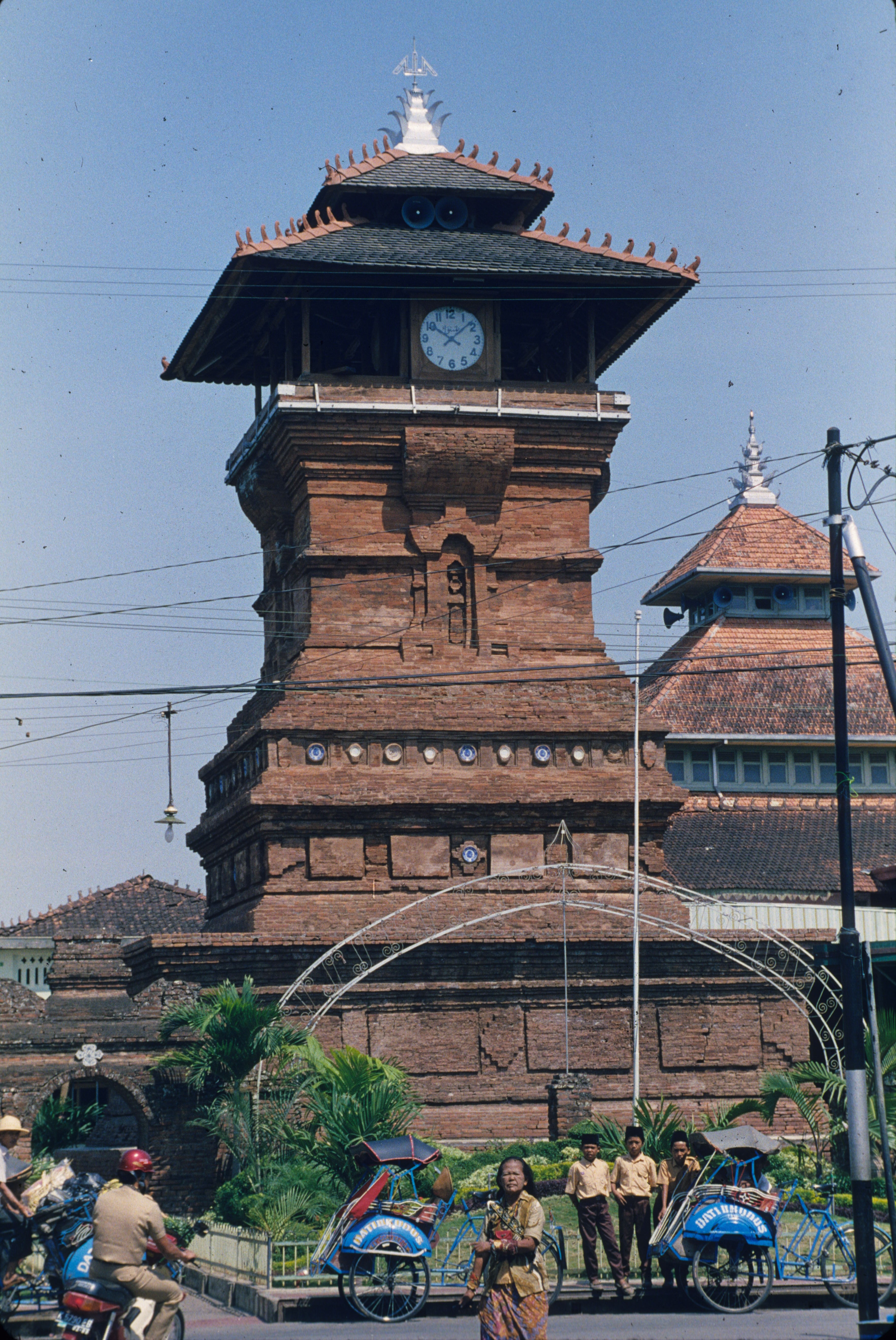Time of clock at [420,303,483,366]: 10:08
